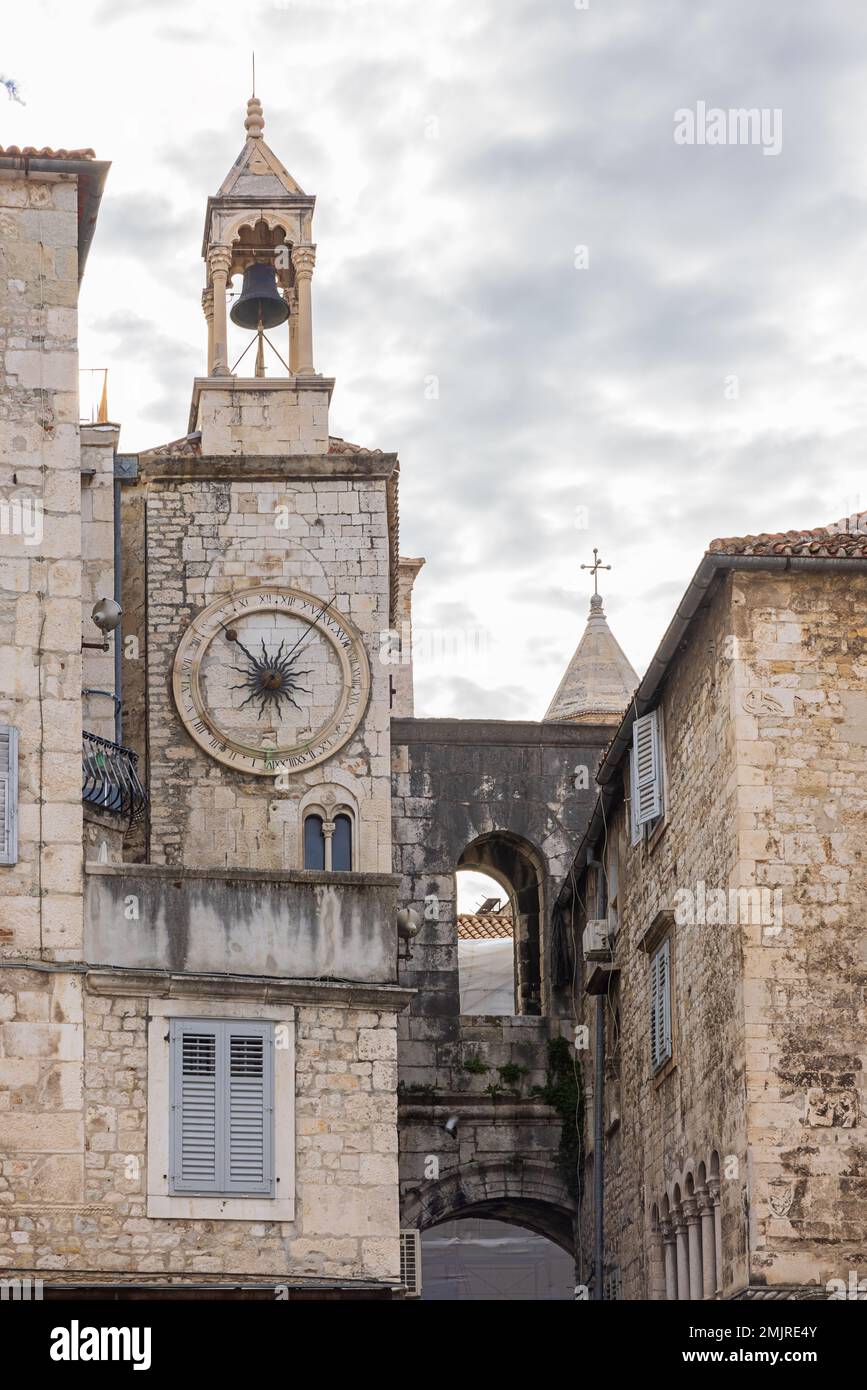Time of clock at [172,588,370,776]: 12:53
